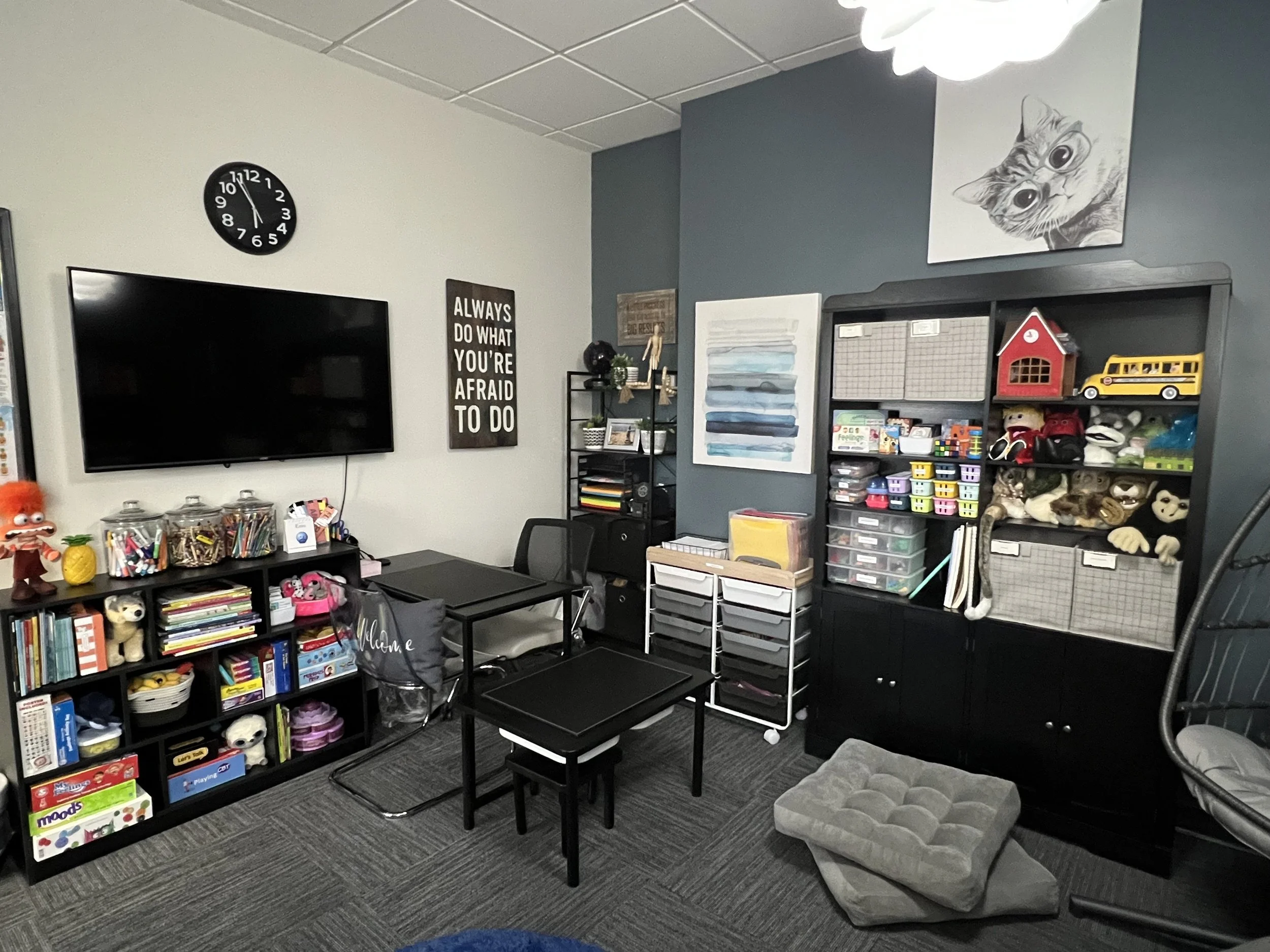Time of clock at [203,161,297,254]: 5:54
